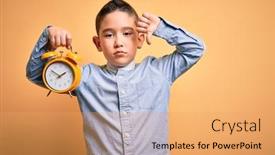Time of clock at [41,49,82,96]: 1:50
